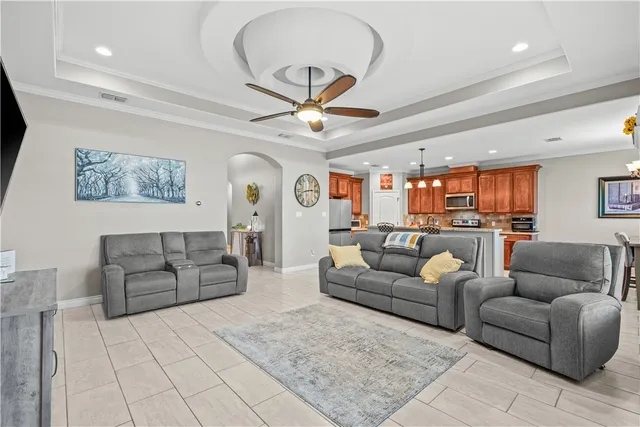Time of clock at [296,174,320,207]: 2:42
